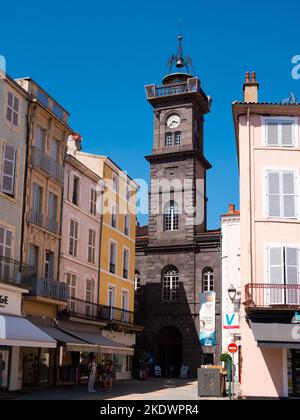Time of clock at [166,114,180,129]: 3:37
